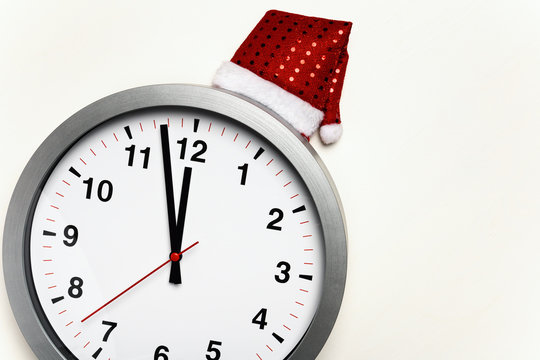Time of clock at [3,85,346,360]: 11:57
